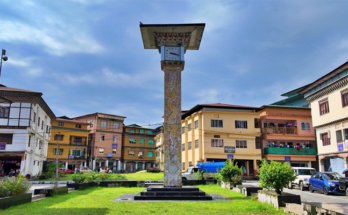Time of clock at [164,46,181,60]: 3:17
